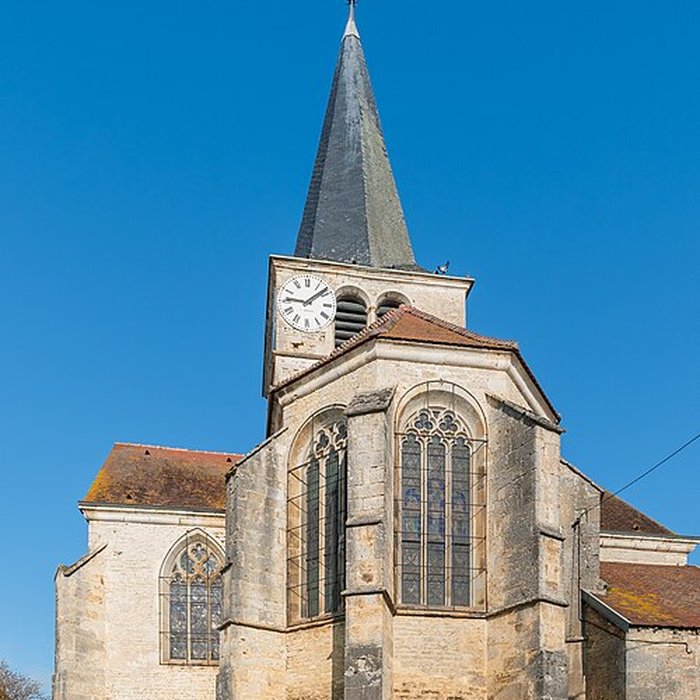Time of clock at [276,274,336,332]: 9:08
